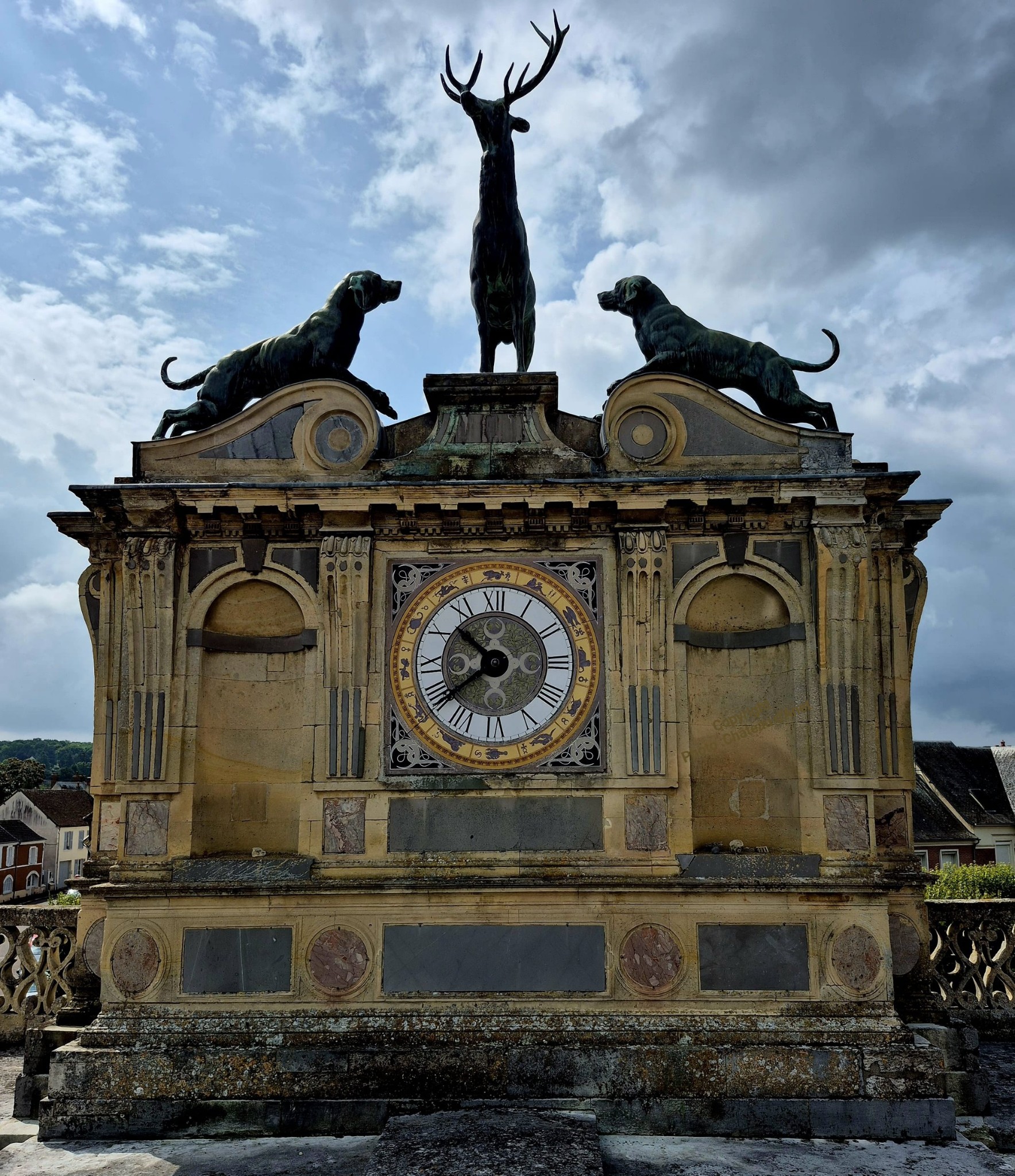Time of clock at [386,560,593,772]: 10:39
